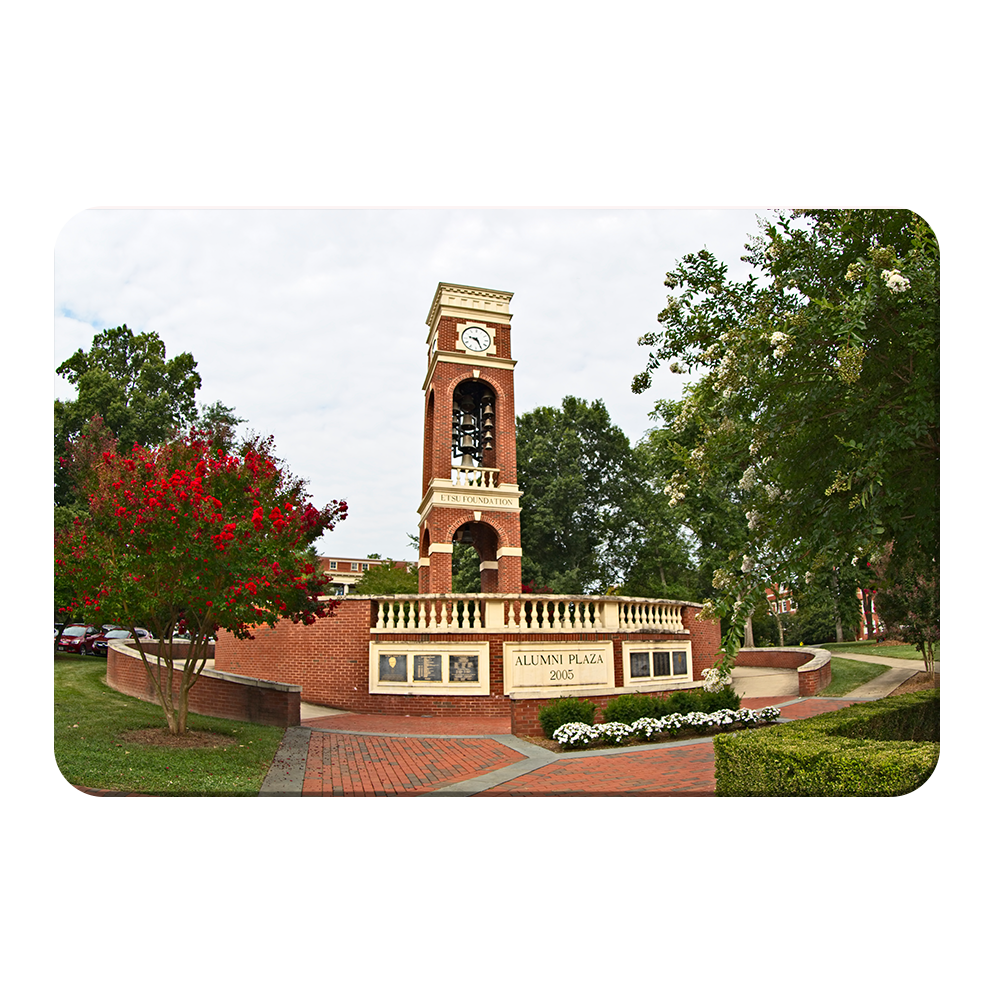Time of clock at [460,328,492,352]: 9:25
